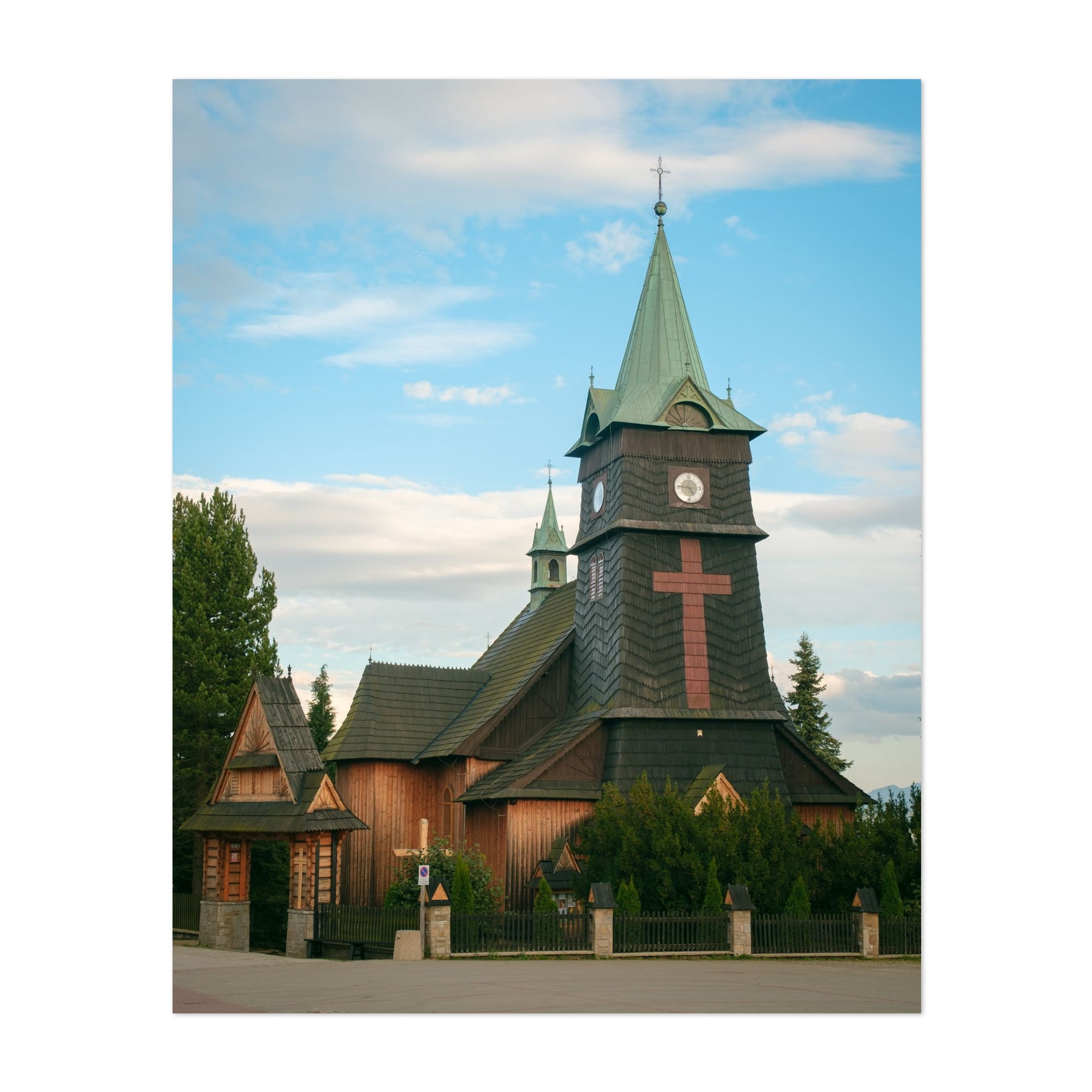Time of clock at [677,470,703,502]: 4:45
